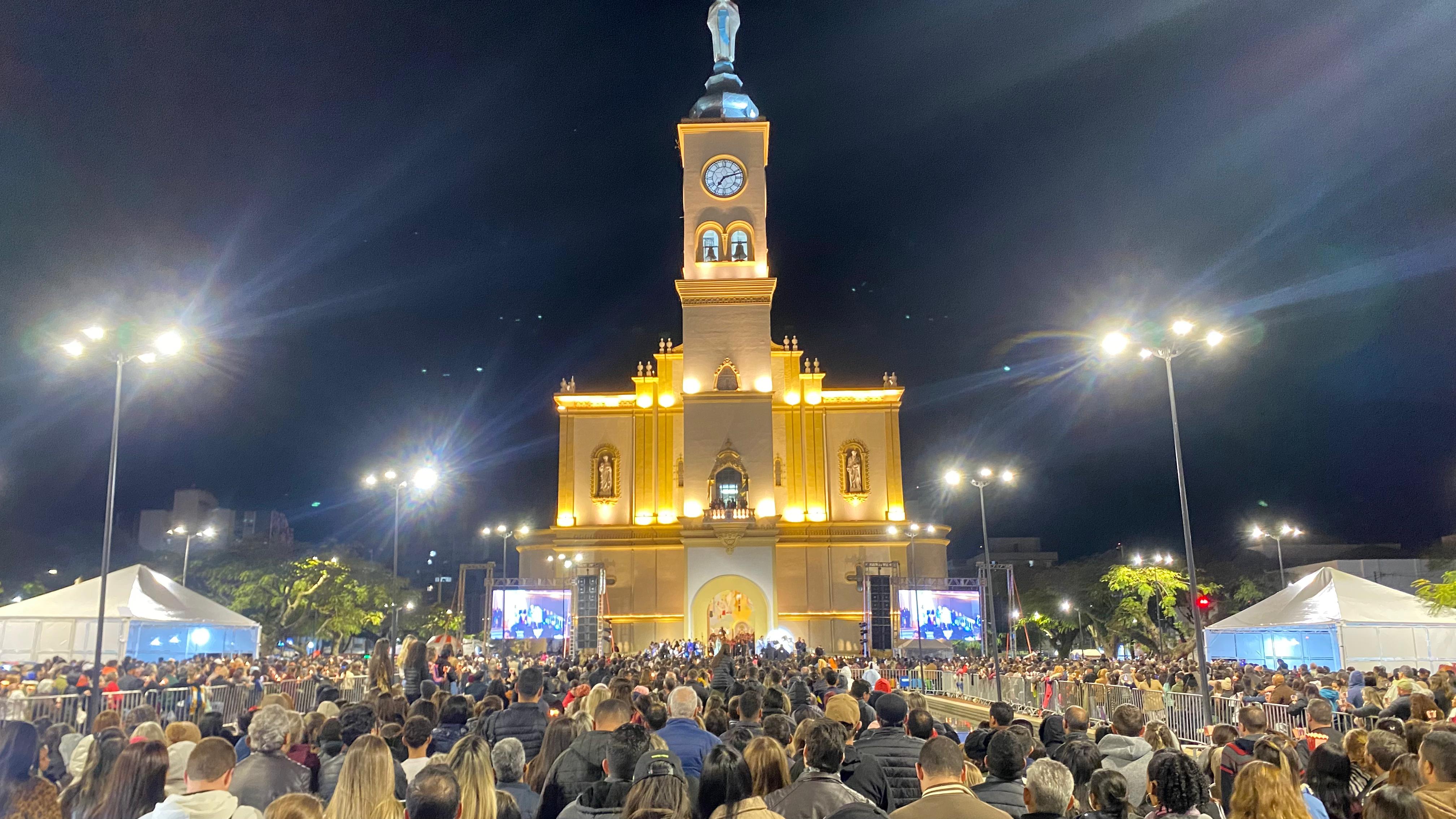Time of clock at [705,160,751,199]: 7:12
